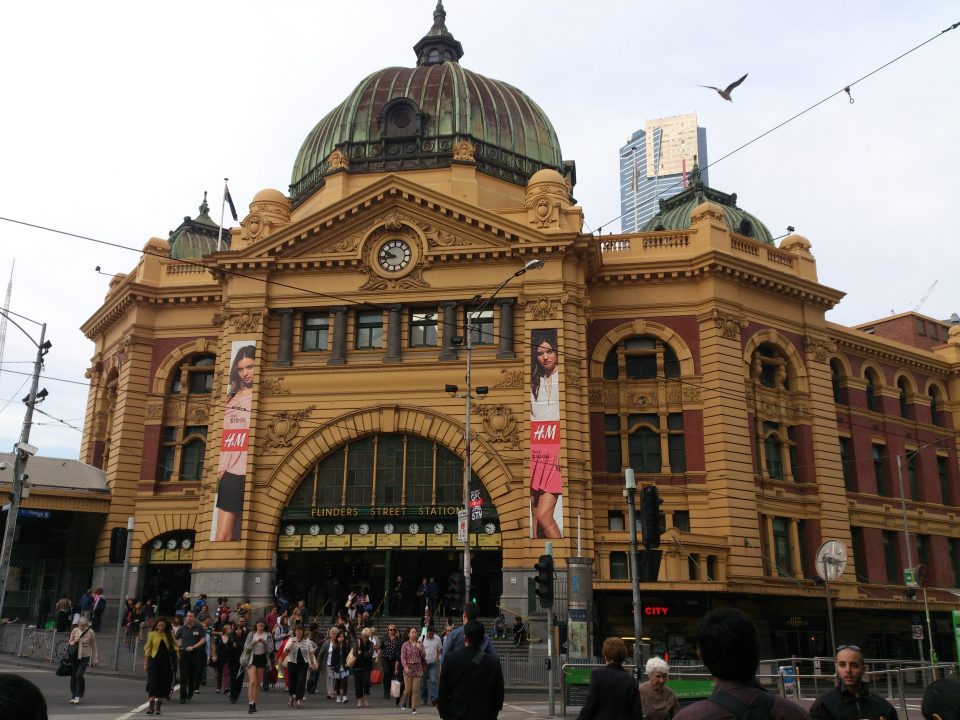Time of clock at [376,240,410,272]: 8:49
